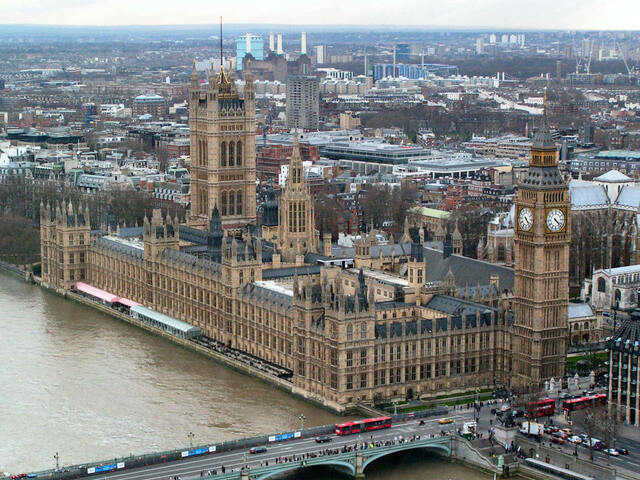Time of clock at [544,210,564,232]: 4:22
